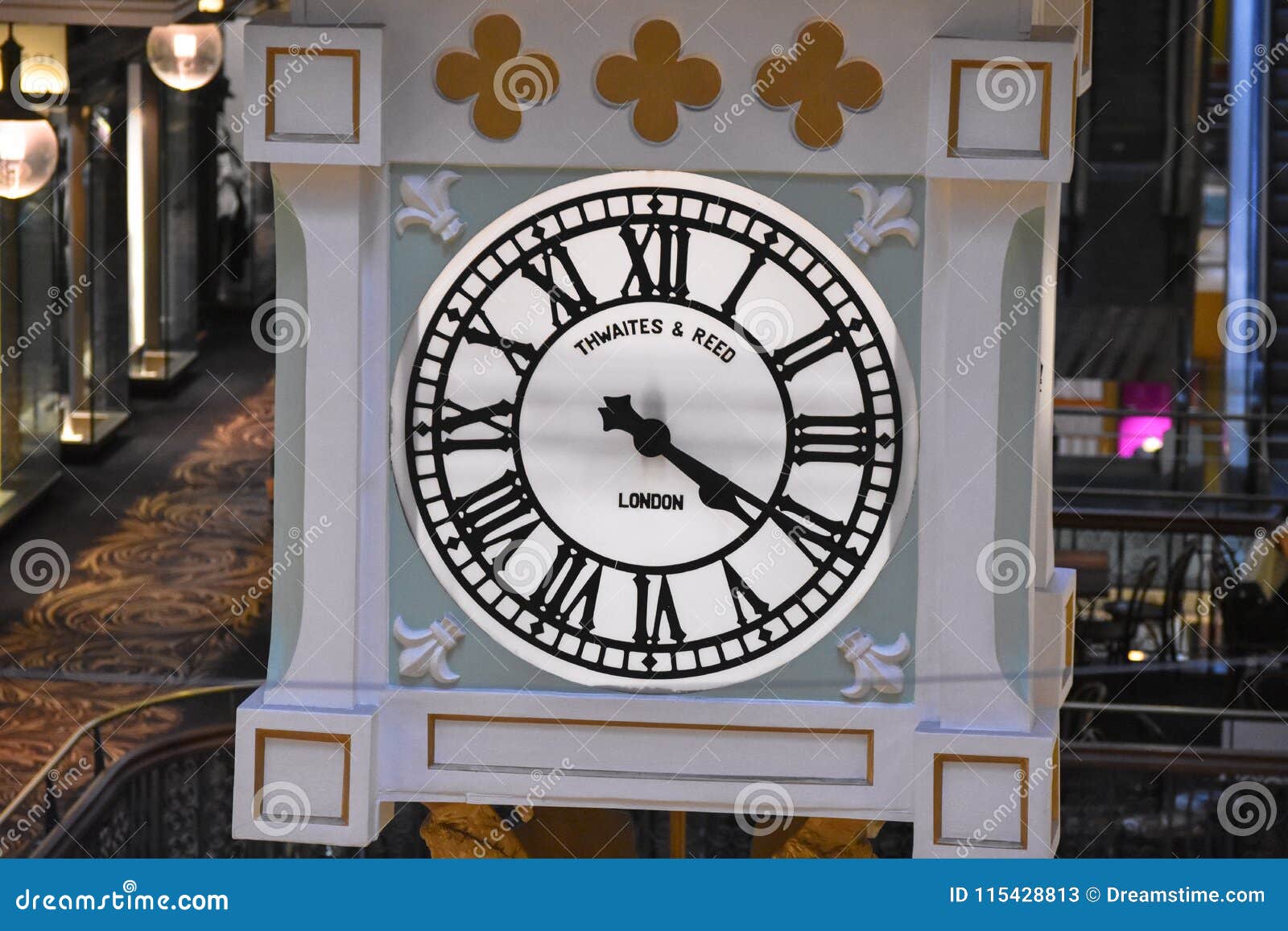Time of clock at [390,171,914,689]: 4:19
